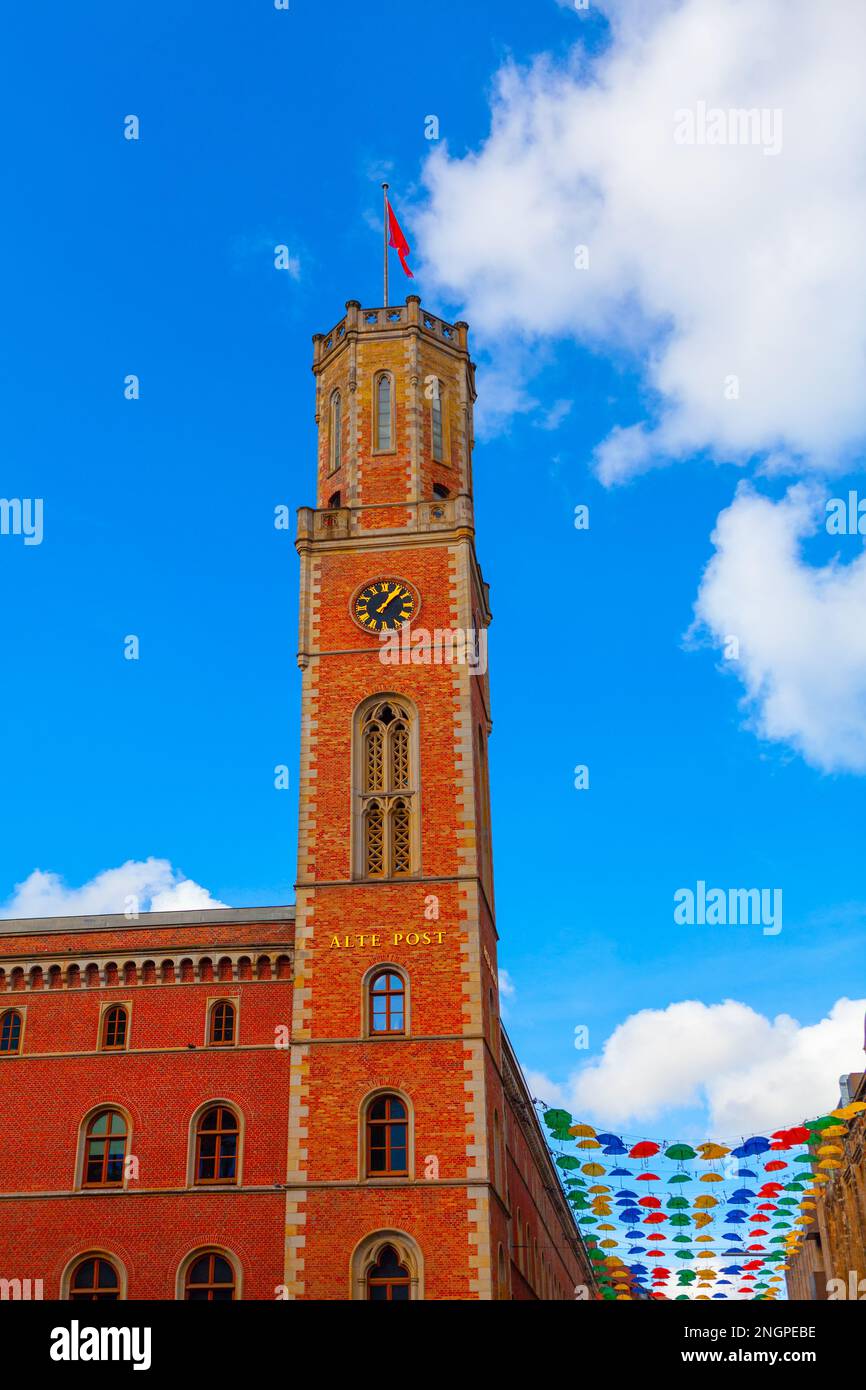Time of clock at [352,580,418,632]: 1:07
